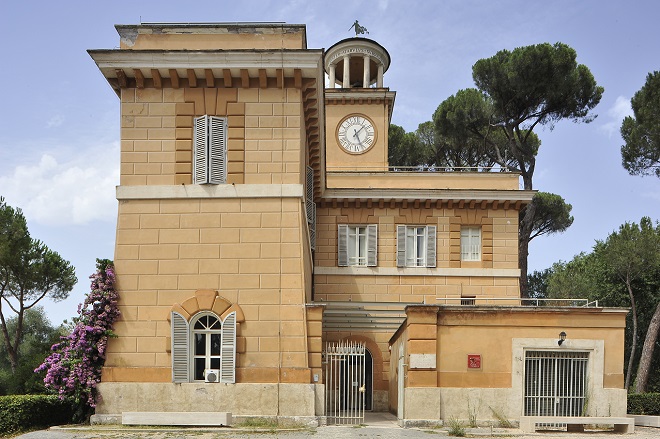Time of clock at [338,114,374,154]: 1:26
